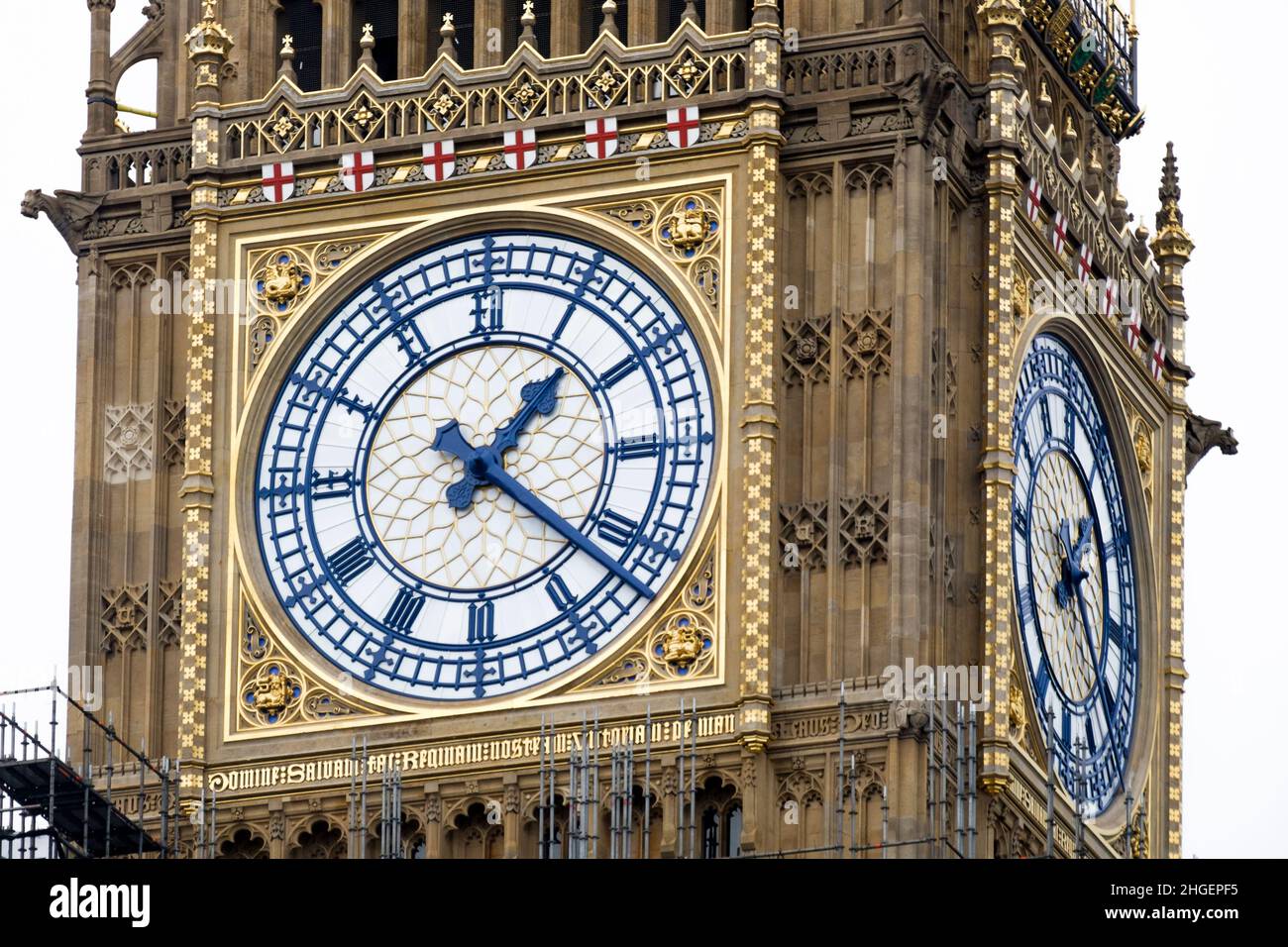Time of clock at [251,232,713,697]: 1:21
